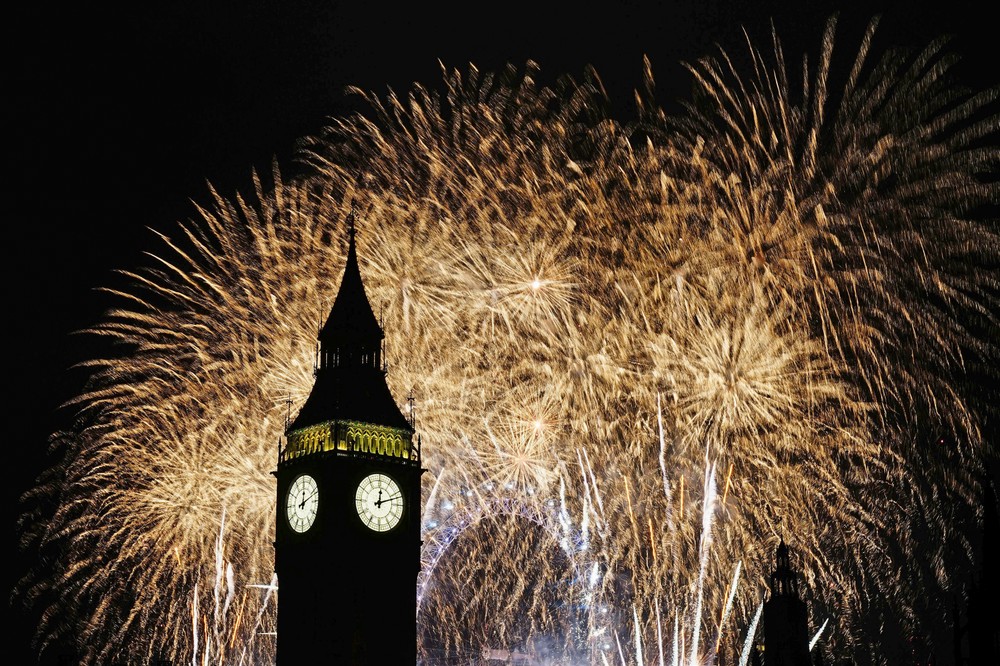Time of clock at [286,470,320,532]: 12:11
